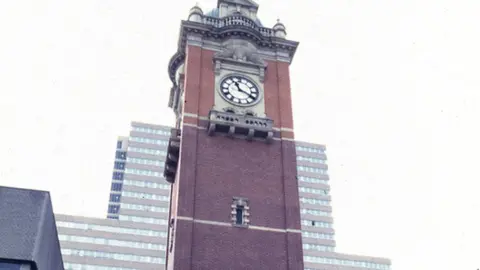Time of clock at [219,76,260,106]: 11:19
